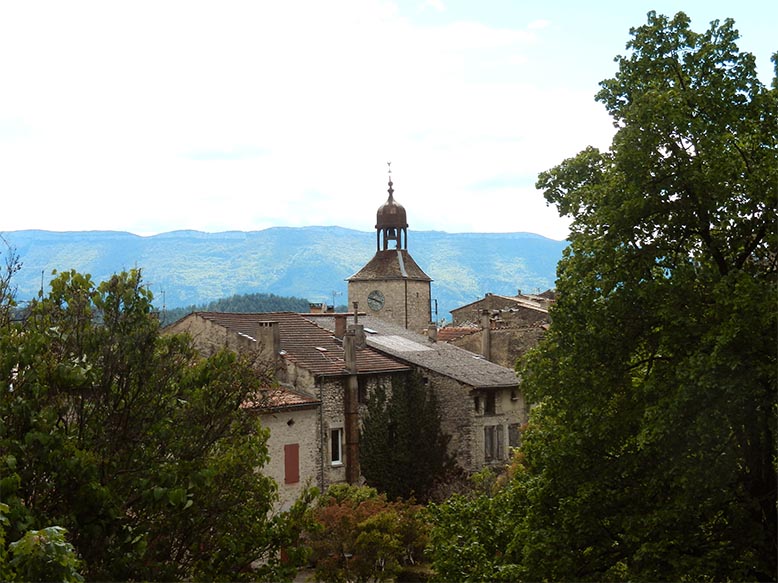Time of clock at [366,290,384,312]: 3:47
